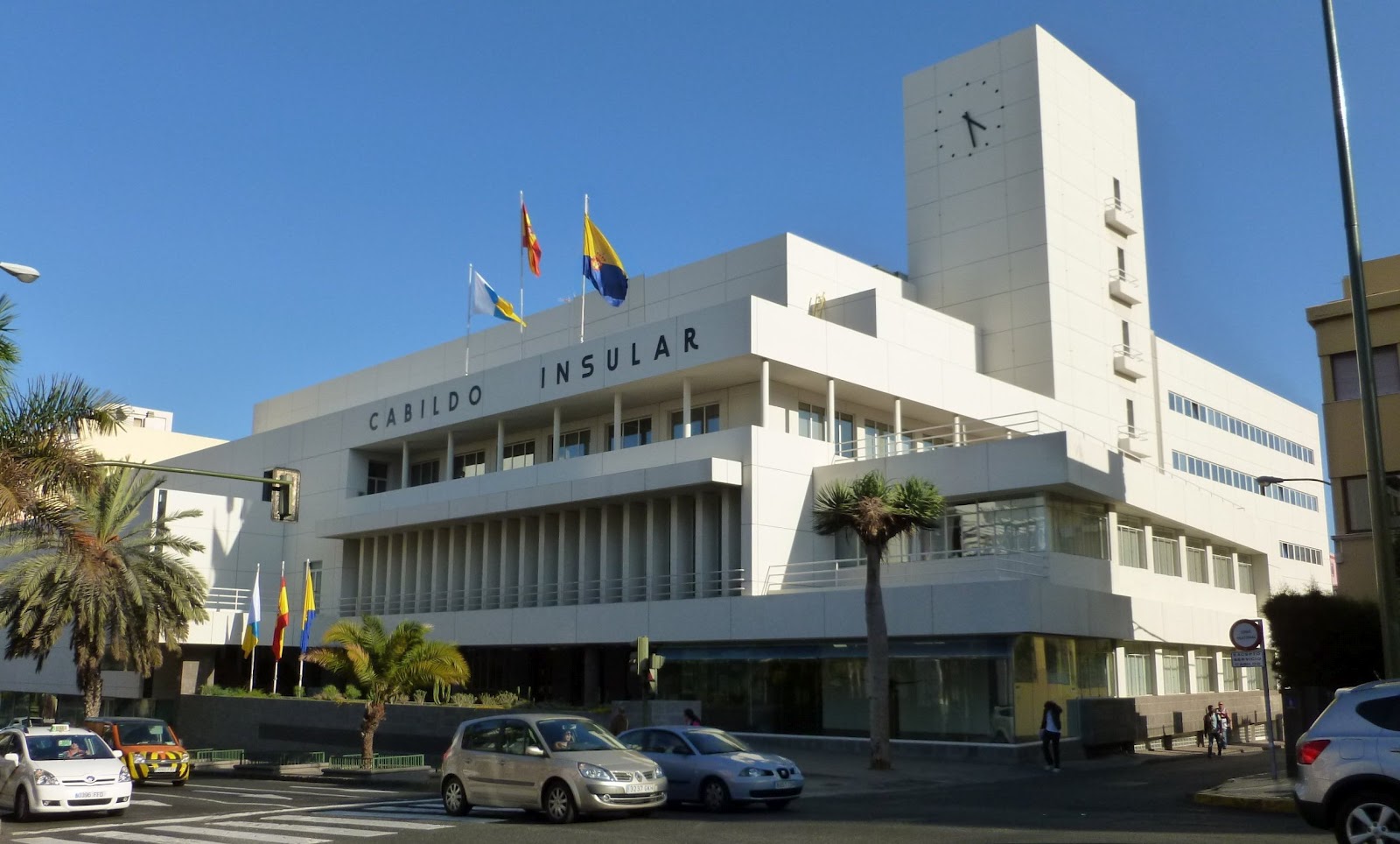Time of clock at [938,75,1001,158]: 4:28
